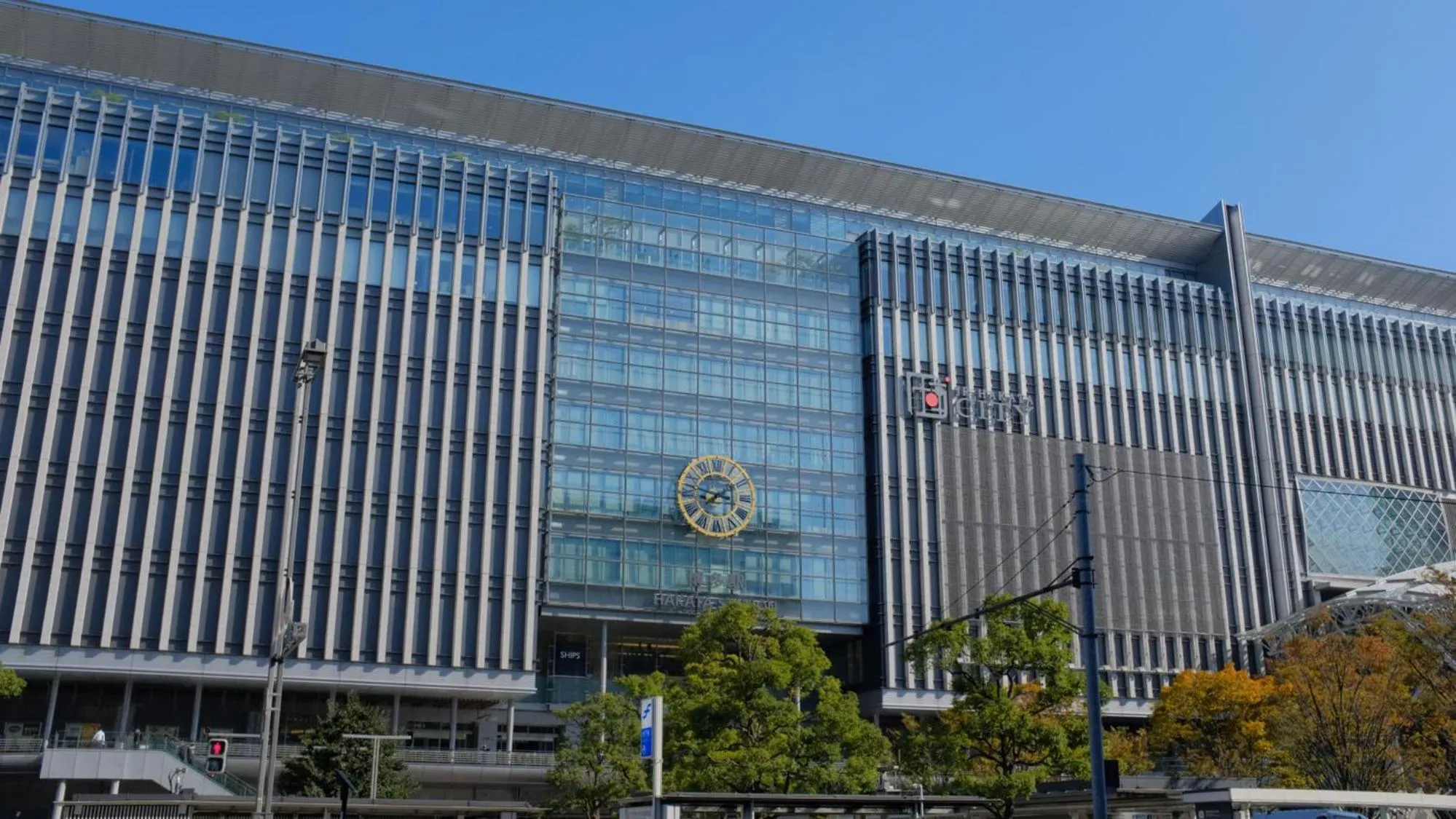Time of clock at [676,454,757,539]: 7:47
